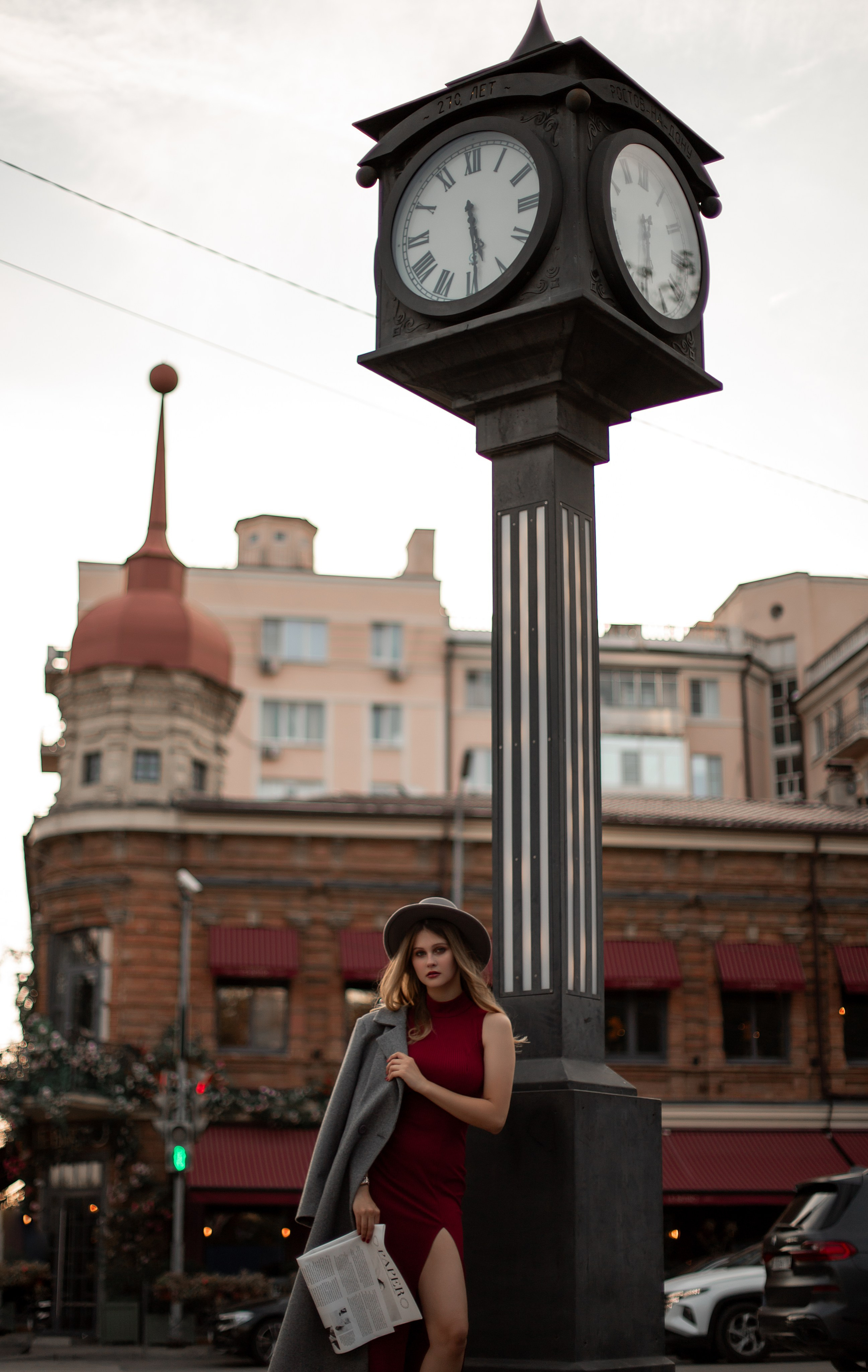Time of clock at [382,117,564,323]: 5:29
